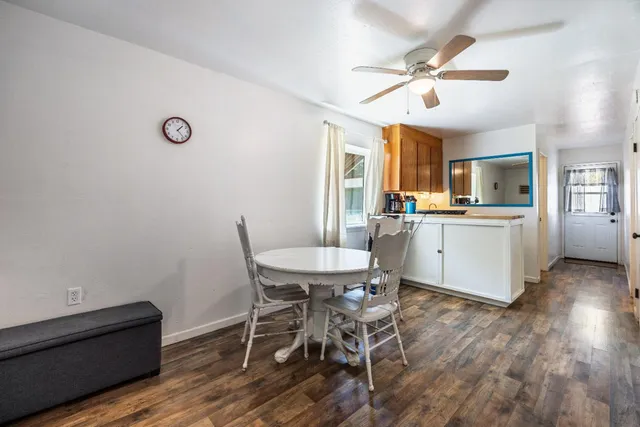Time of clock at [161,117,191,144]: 1:22
